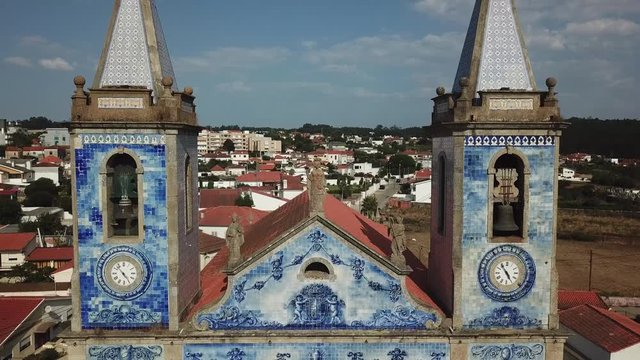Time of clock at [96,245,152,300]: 4:53
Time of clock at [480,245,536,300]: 4:54
